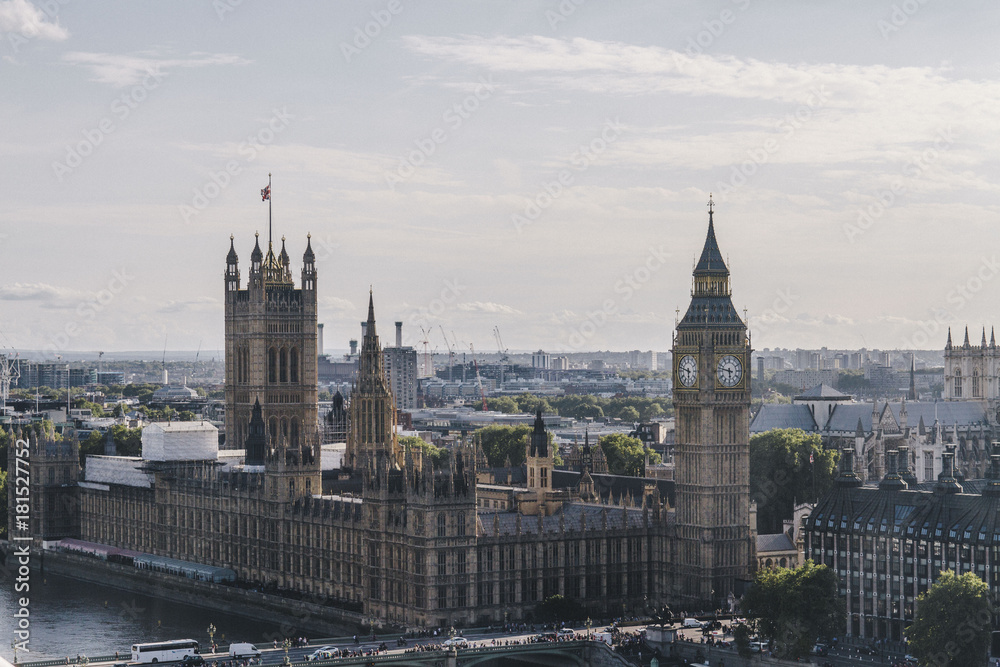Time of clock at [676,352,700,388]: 5:47
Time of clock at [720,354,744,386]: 5:47
